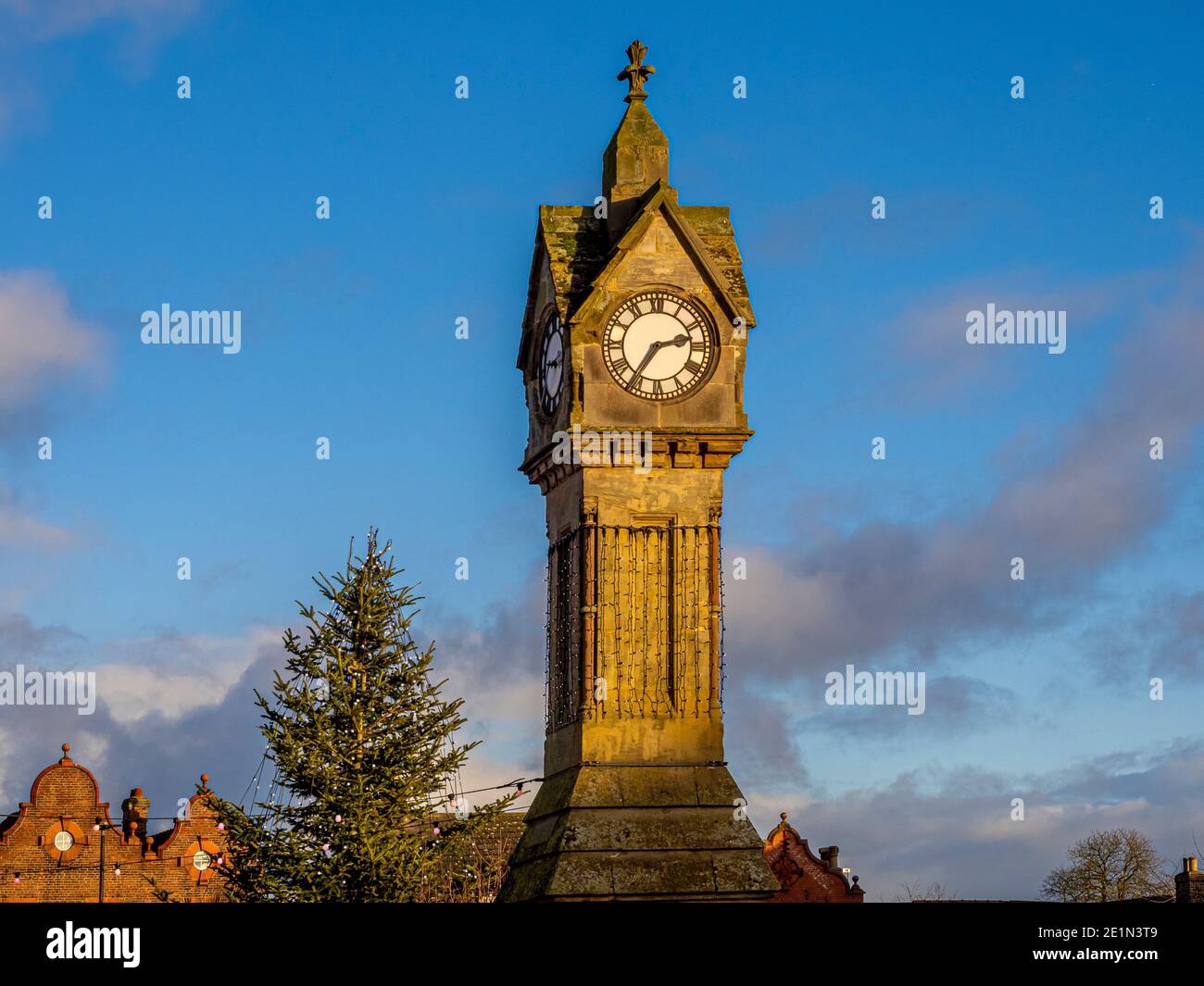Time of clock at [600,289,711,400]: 2:35
